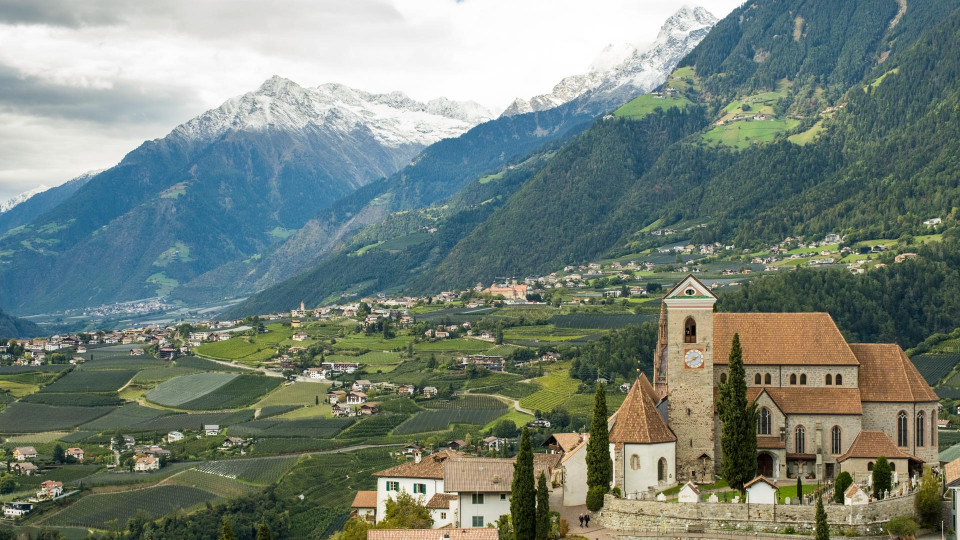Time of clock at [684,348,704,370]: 7:40
